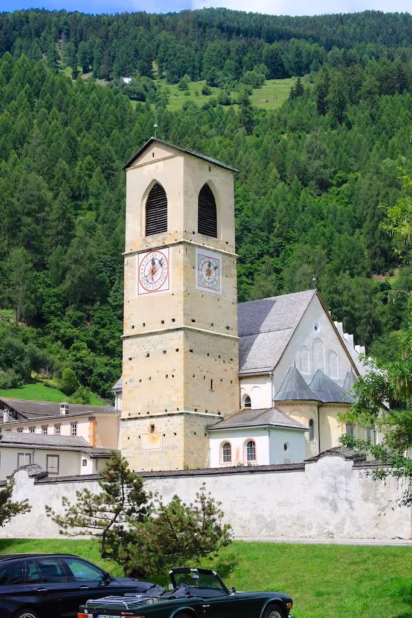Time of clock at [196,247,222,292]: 12:09
